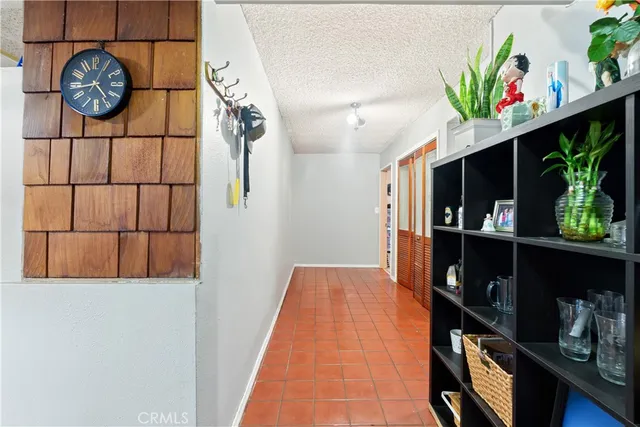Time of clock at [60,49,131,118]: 4:43
